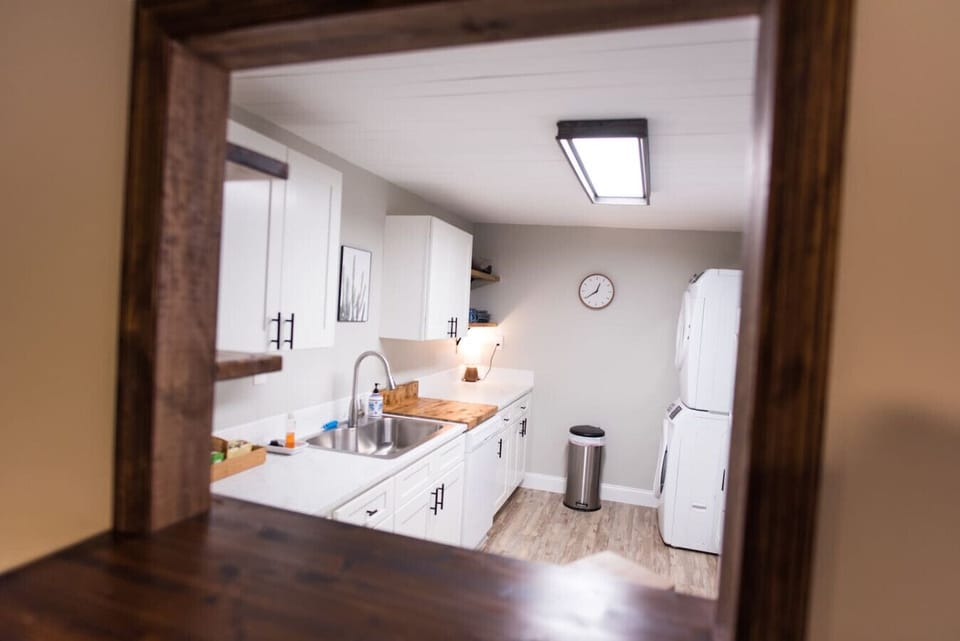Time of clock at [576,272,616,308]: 12:39
